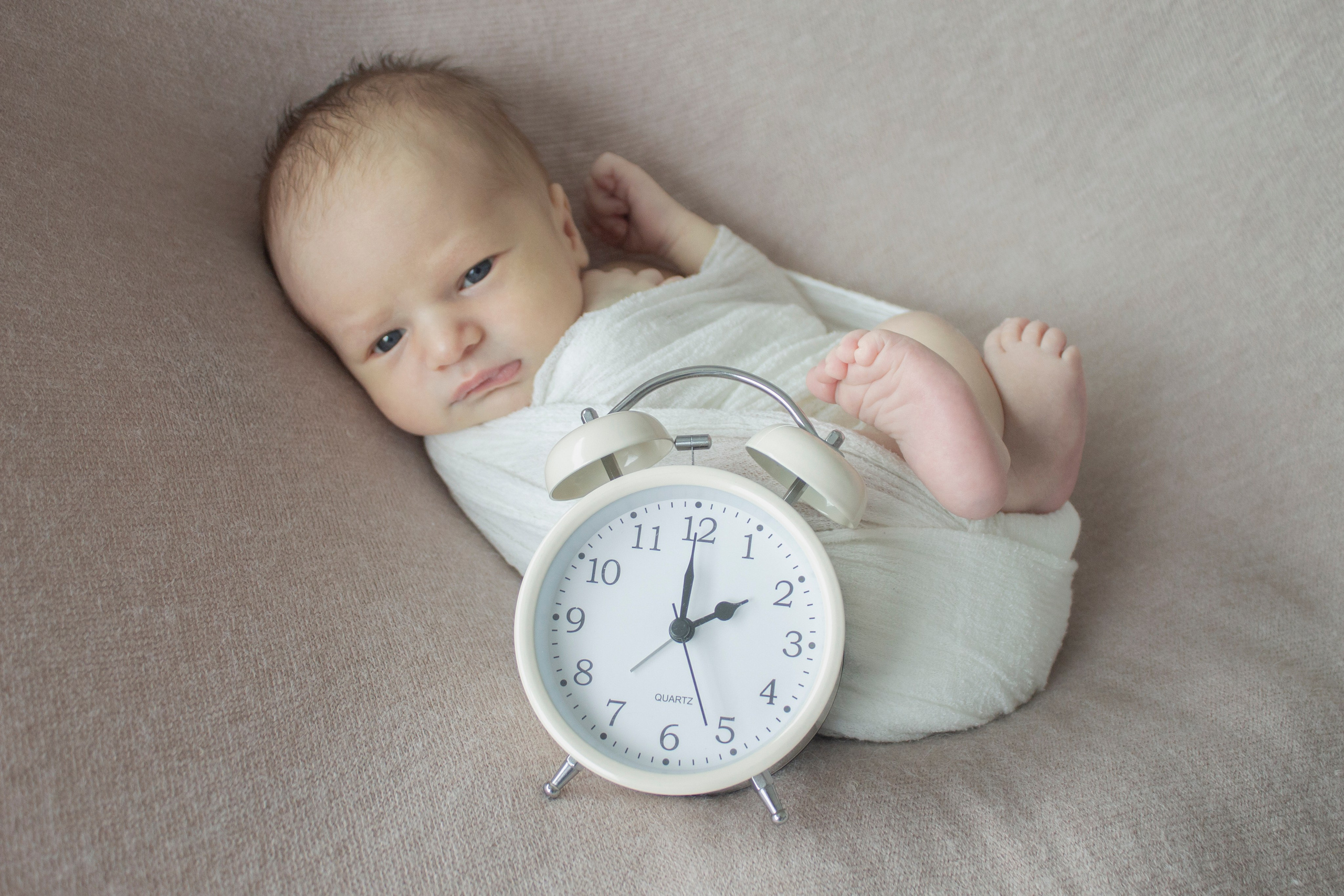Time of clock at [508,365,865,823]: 2:00
